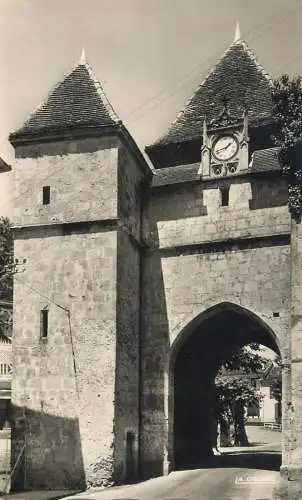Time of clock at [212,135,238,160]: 1:42
